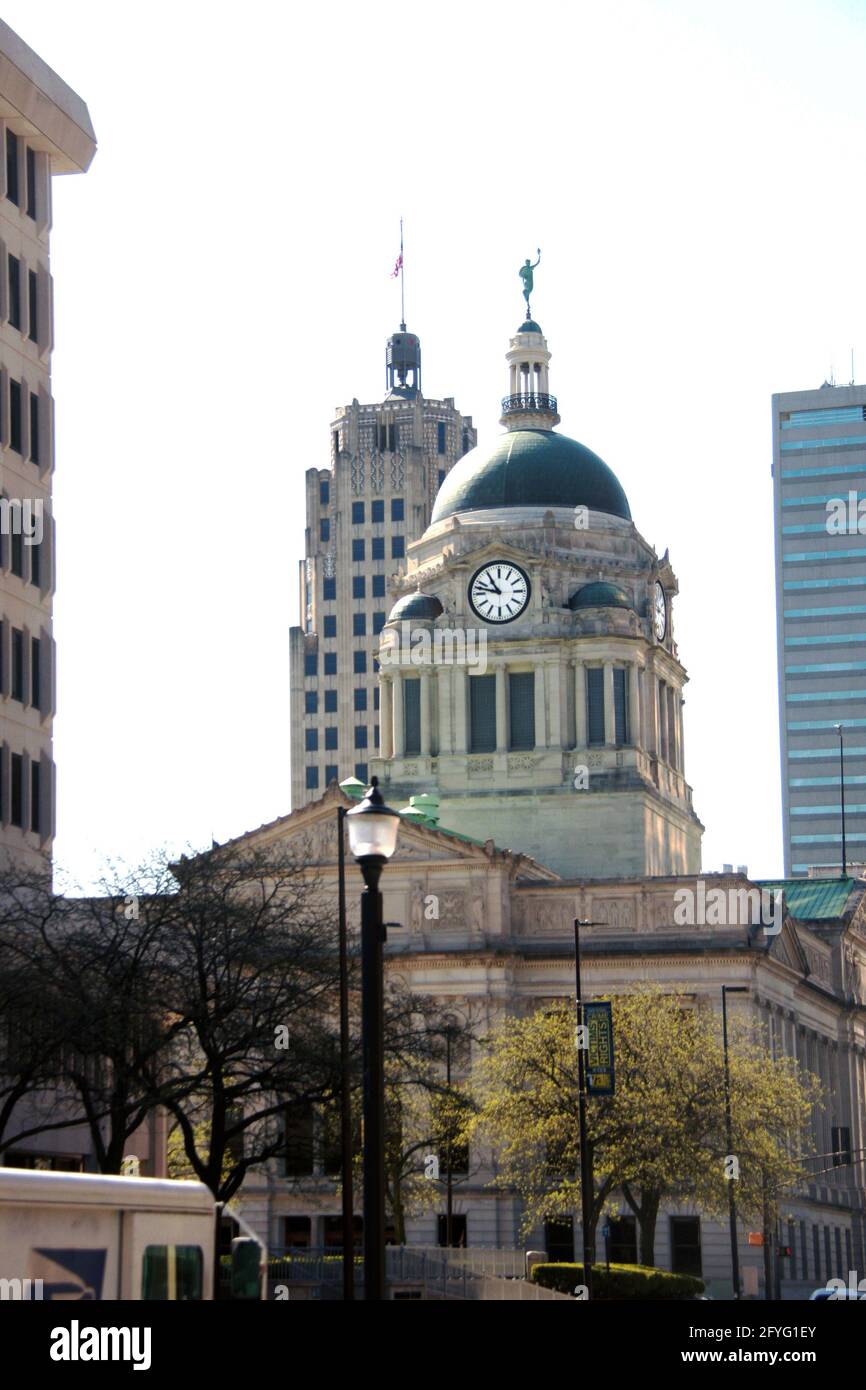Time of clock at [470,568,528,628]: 10:47
